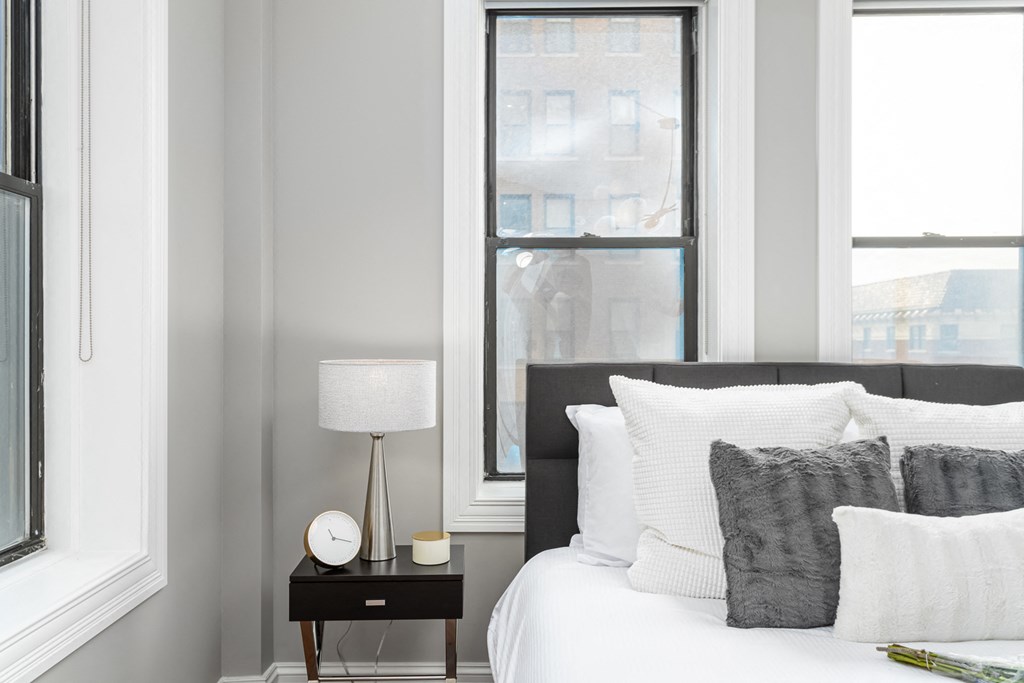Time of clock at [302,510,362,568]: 11:17
